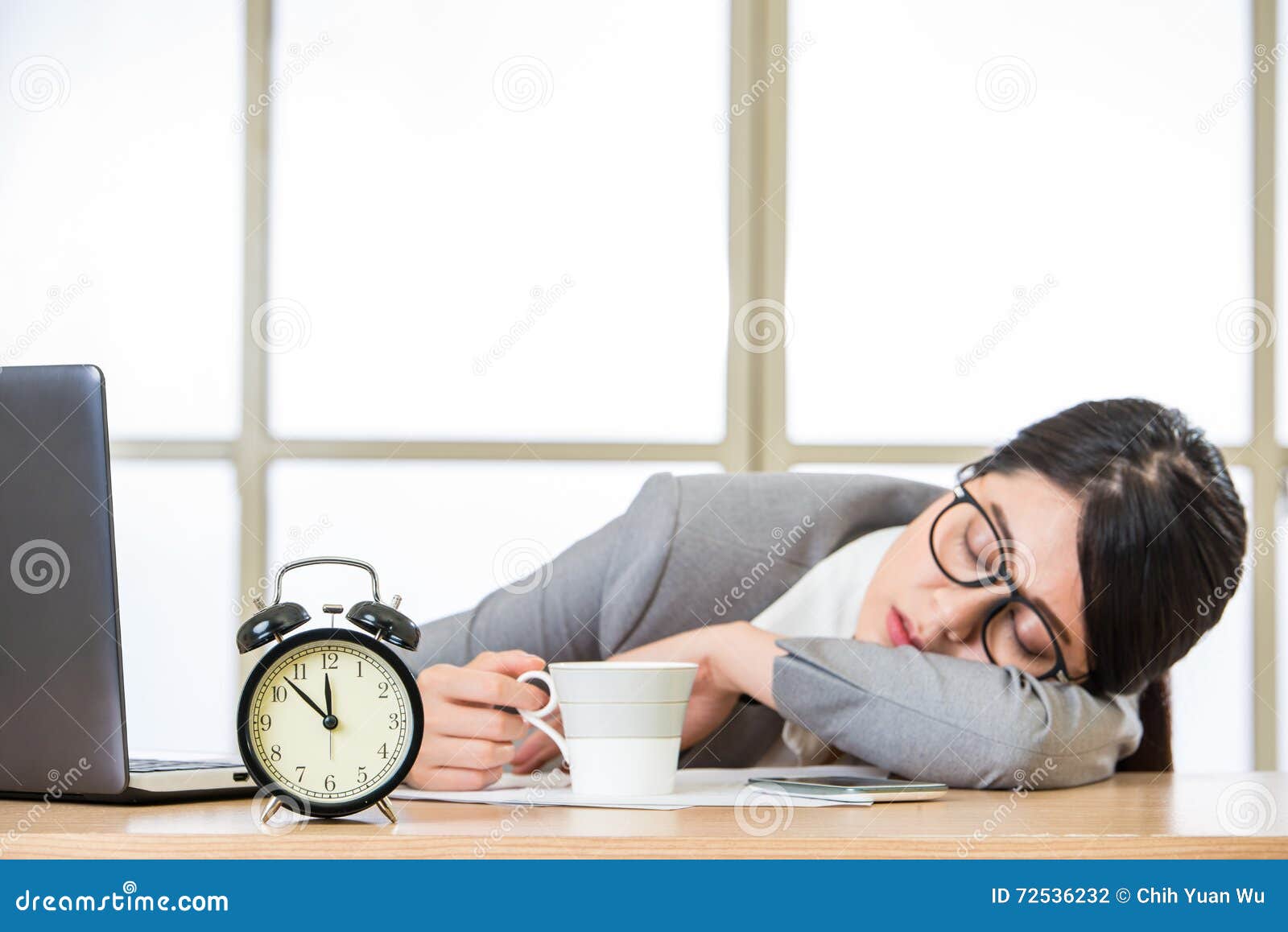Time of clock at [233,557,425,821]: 11:52
